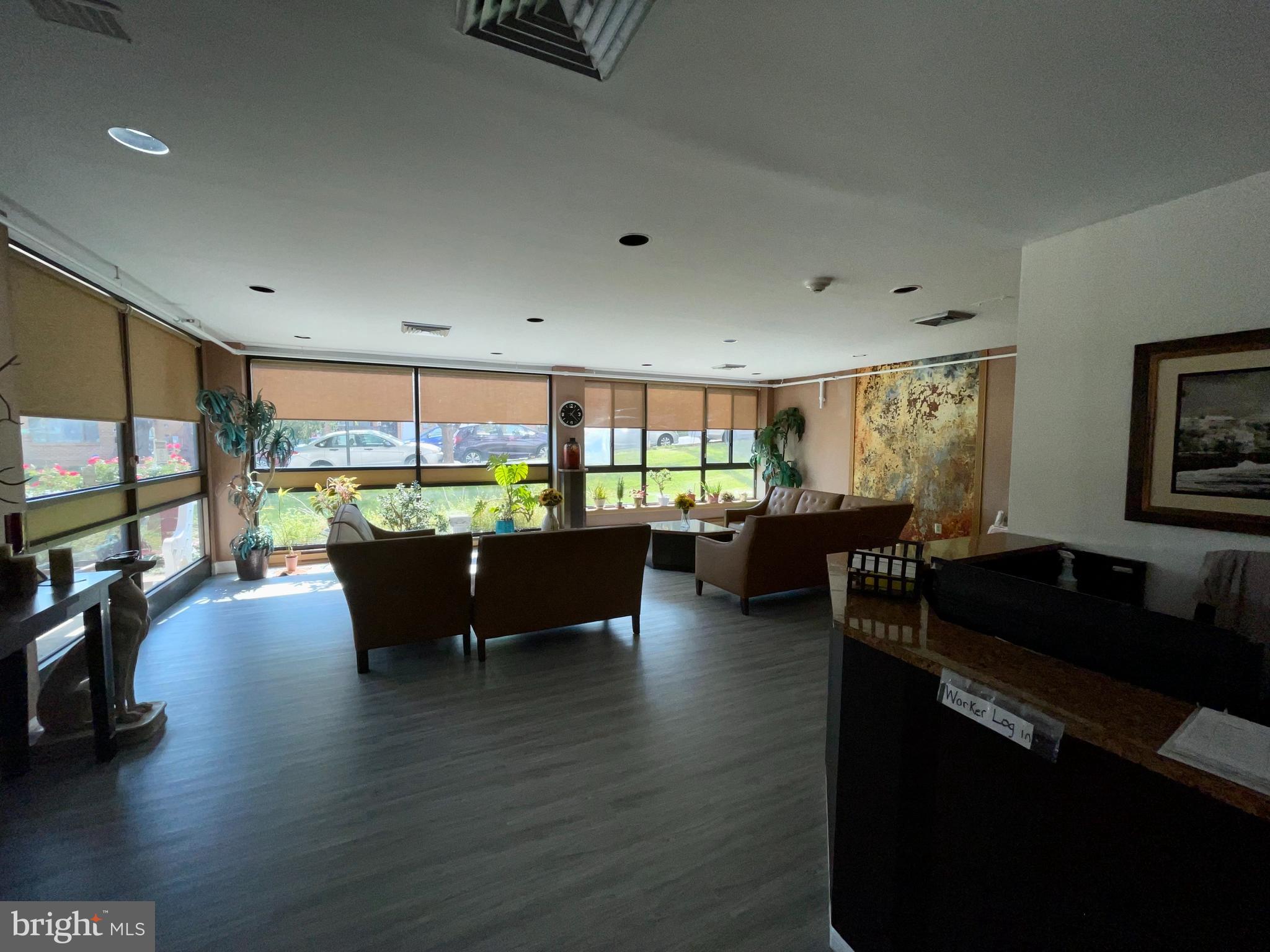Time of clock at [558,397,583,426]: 1:23
